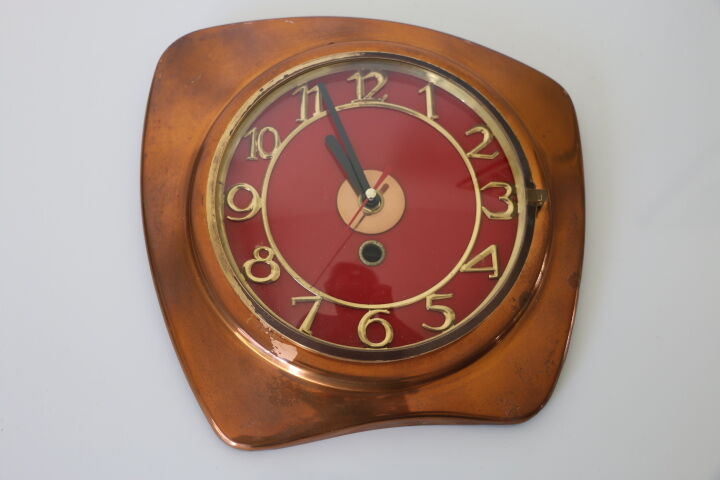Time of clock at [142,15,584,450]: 10:56
